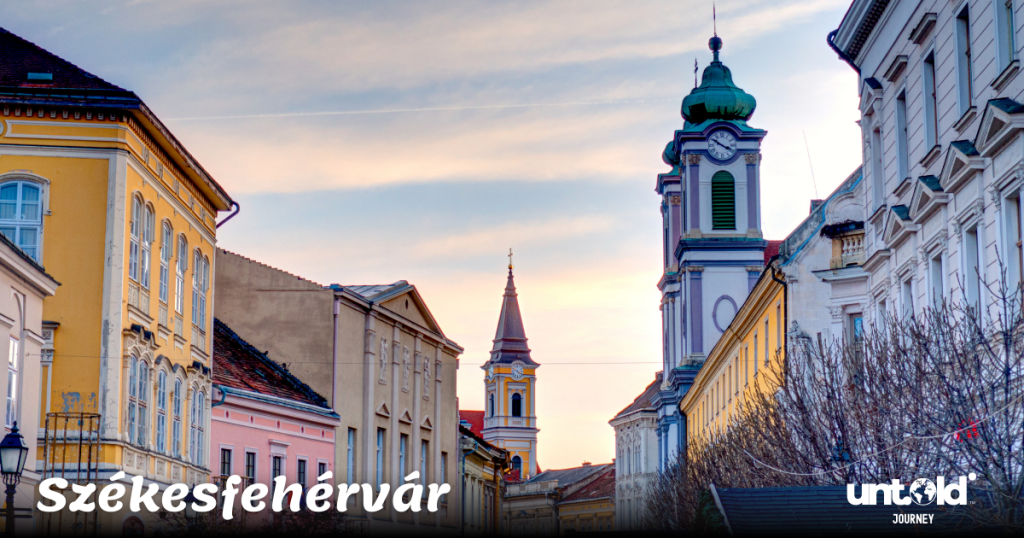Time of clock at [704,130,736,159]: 3:50
